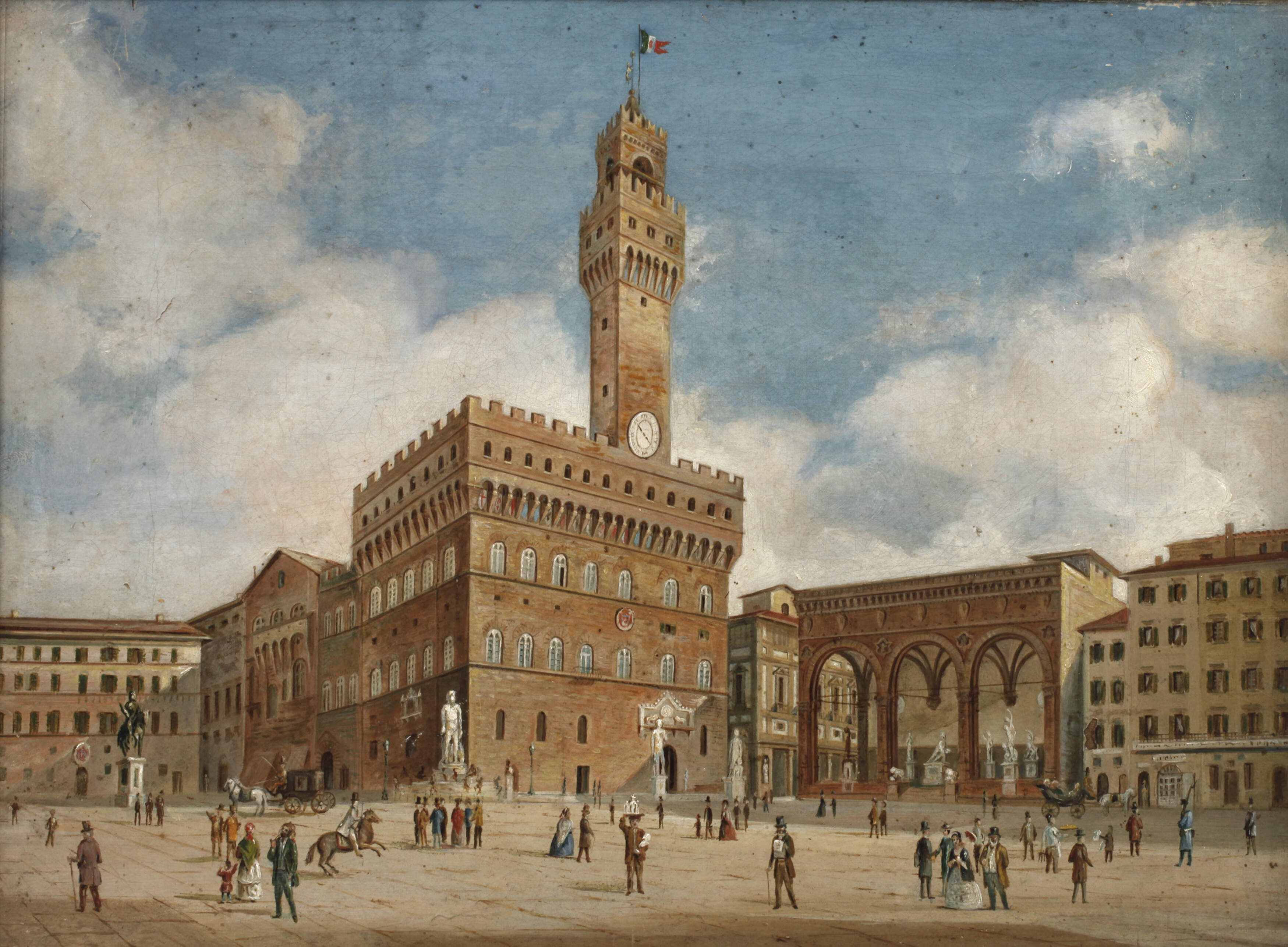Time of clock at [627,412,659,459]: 10:22
